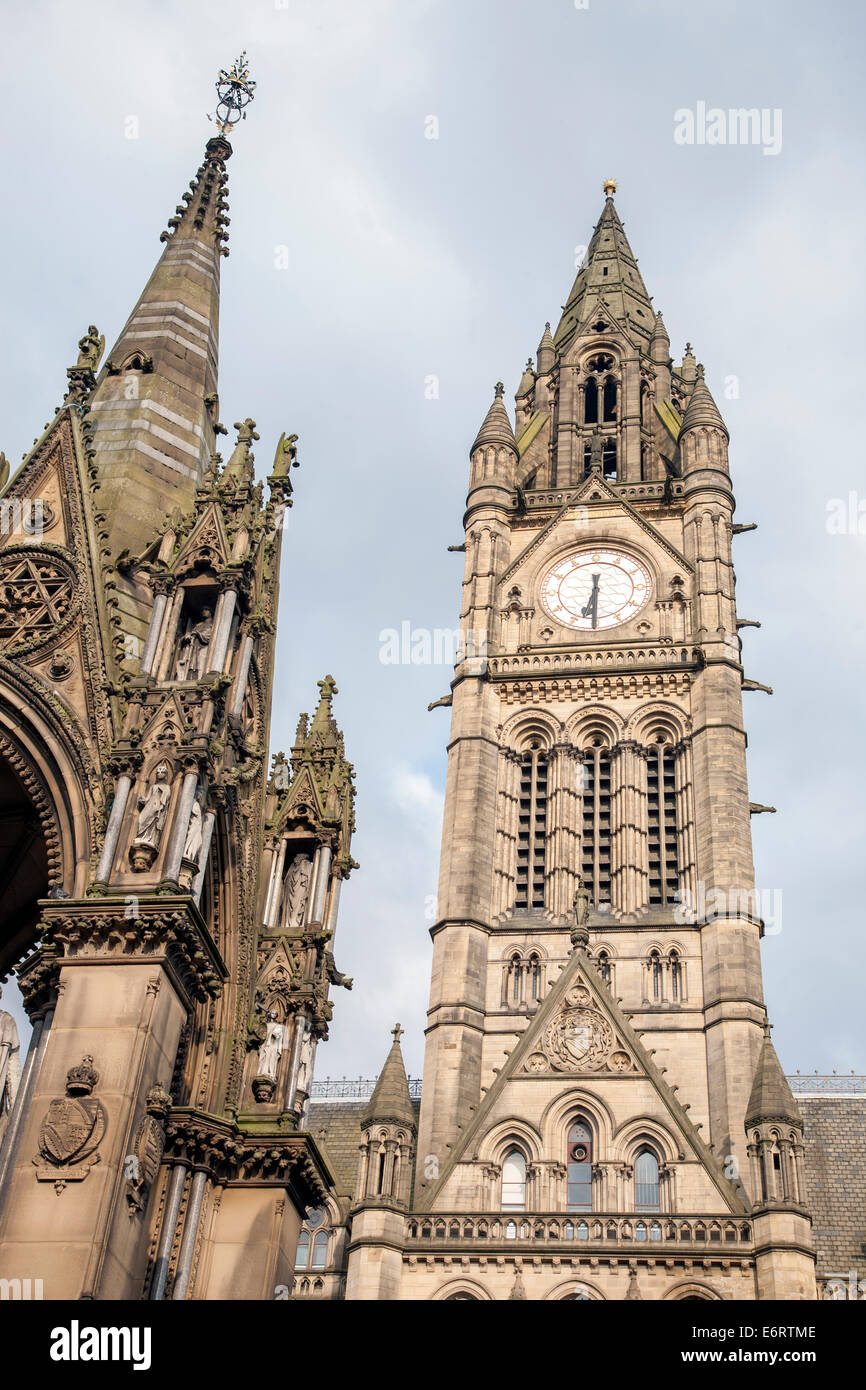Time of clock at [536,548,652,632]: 6:30
